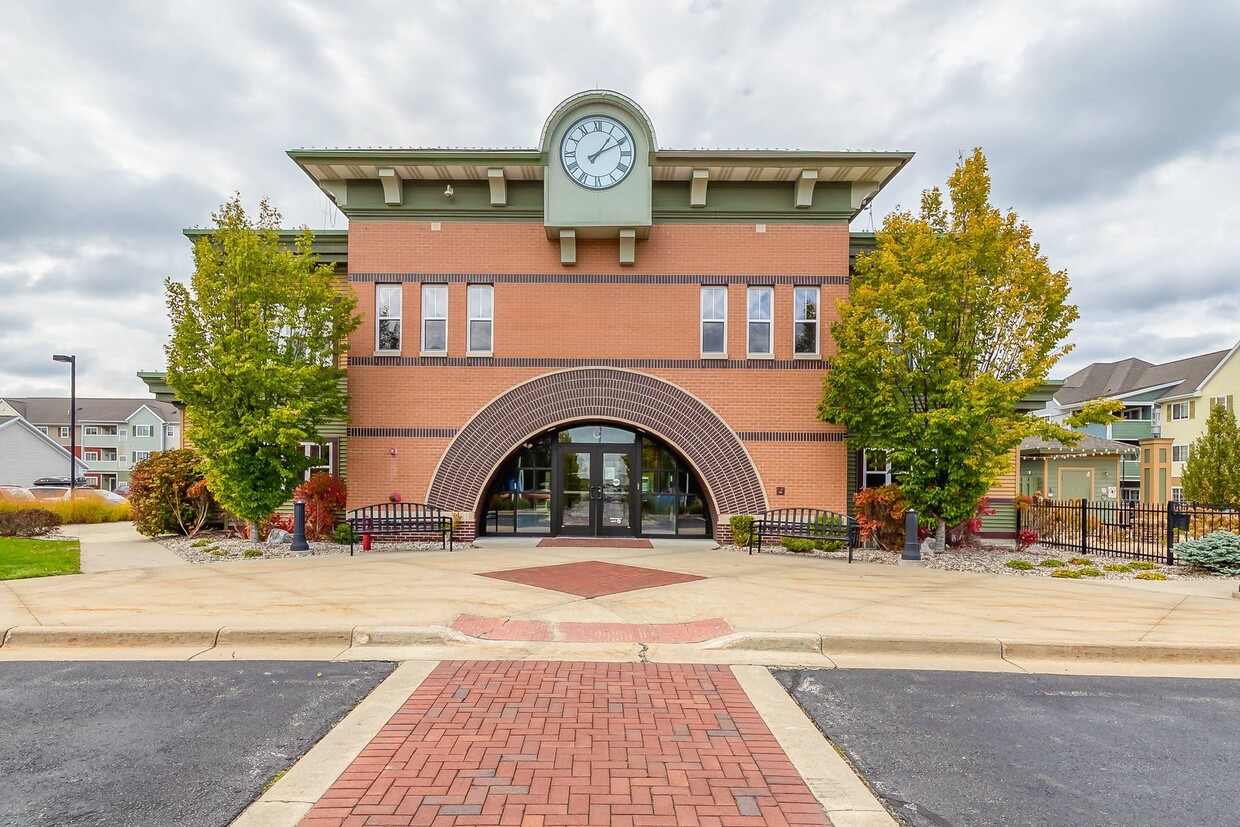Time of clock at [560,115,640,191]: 1:10
